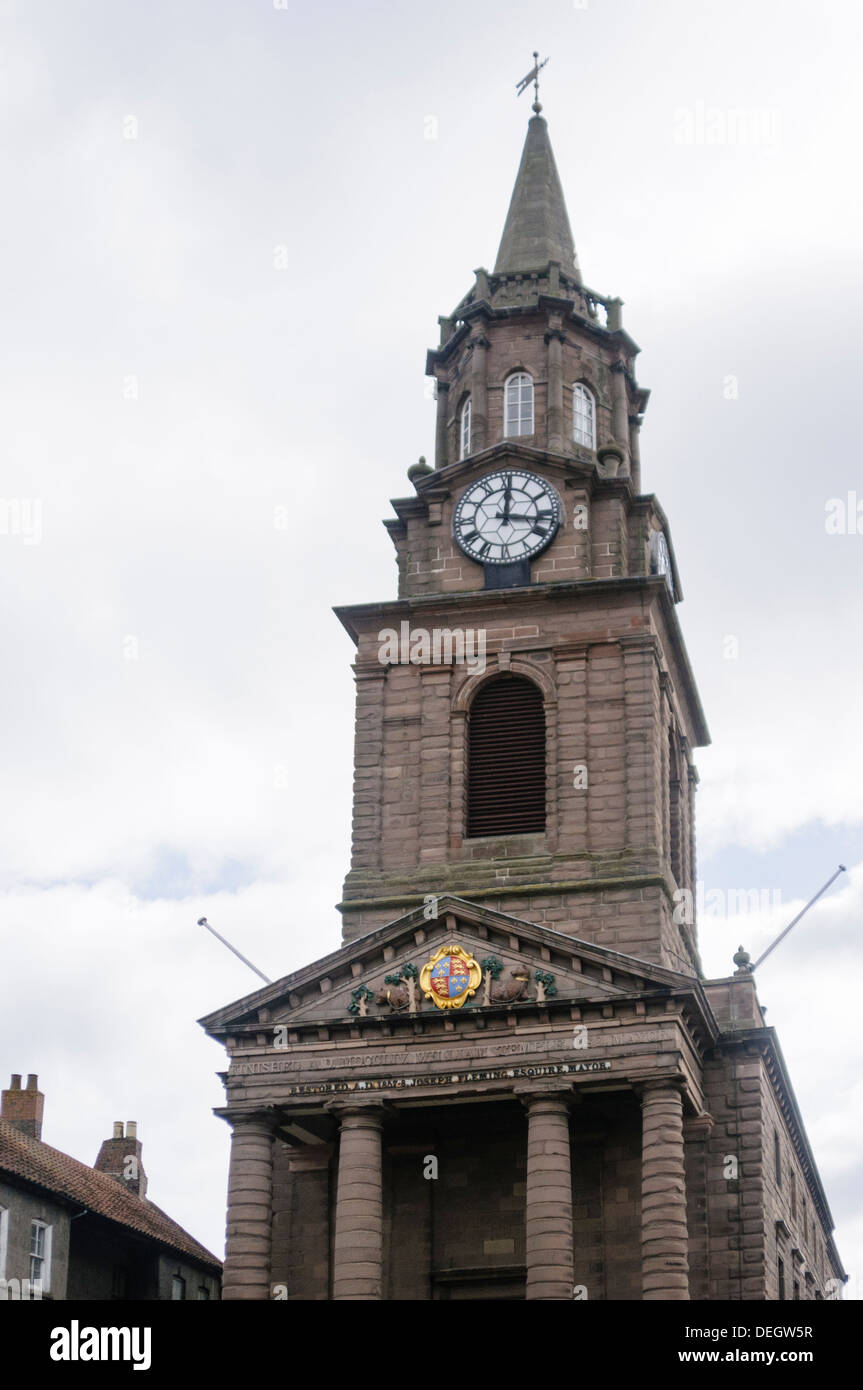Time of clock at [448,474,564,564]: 12:16
